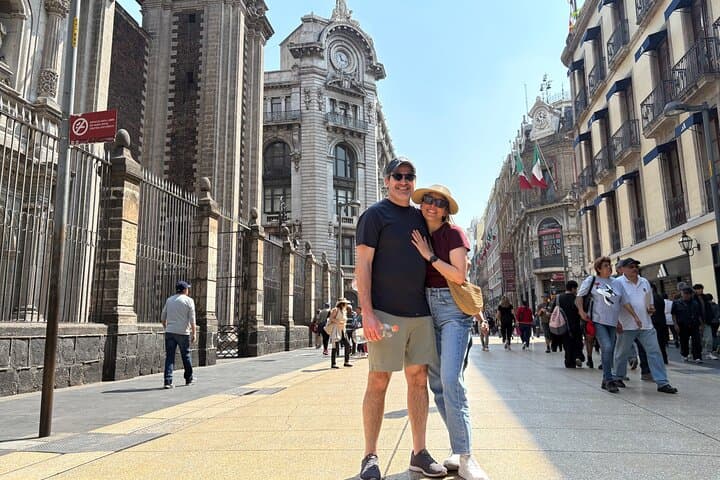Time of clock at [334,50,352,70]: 11:17
